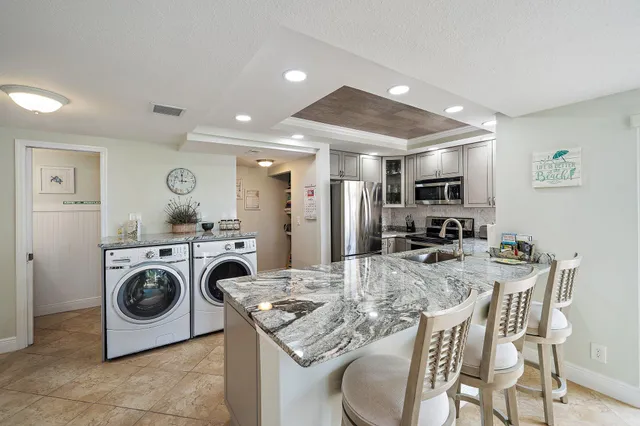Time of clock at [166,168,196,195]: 2:59
